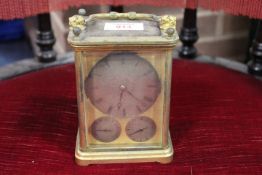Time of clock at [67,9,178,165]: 6:21
